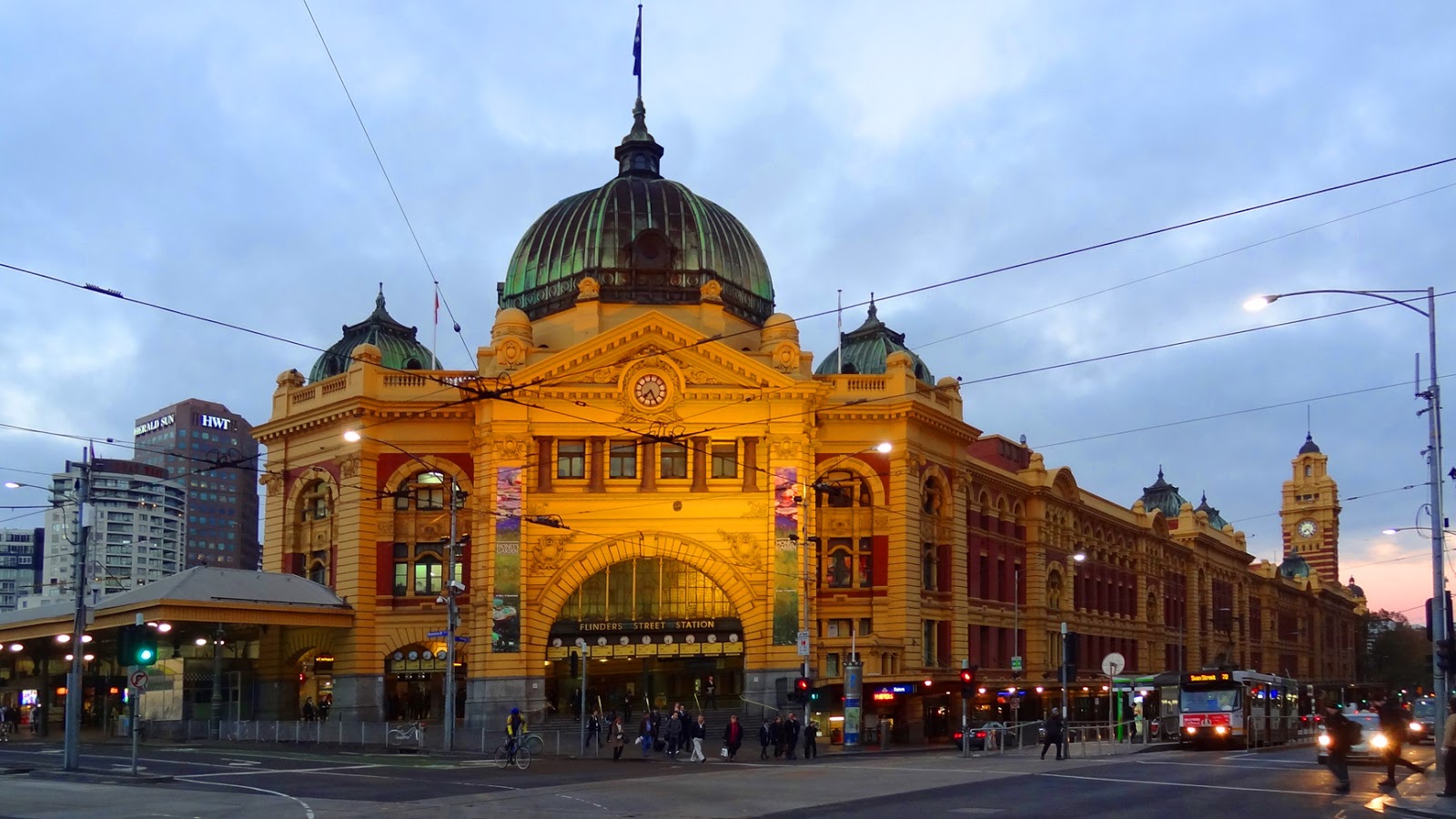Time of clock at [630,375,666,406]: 7:25
